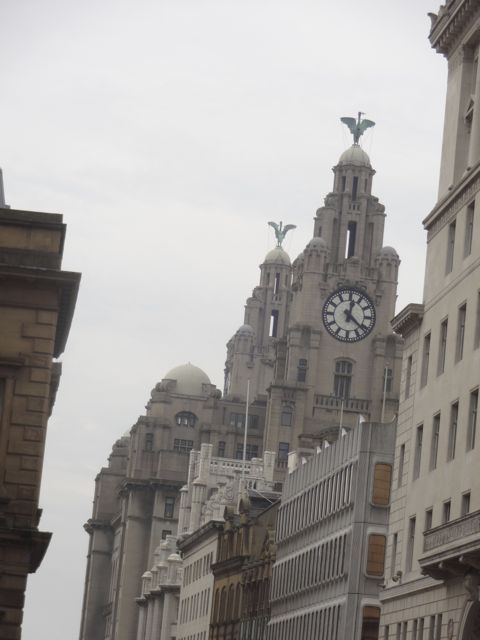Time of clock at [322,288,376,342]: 12:21
